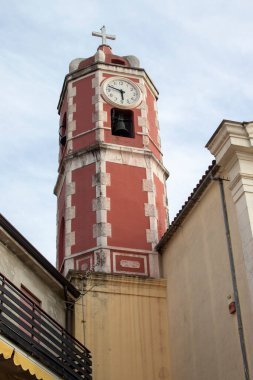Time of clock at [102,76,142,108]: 5:48
